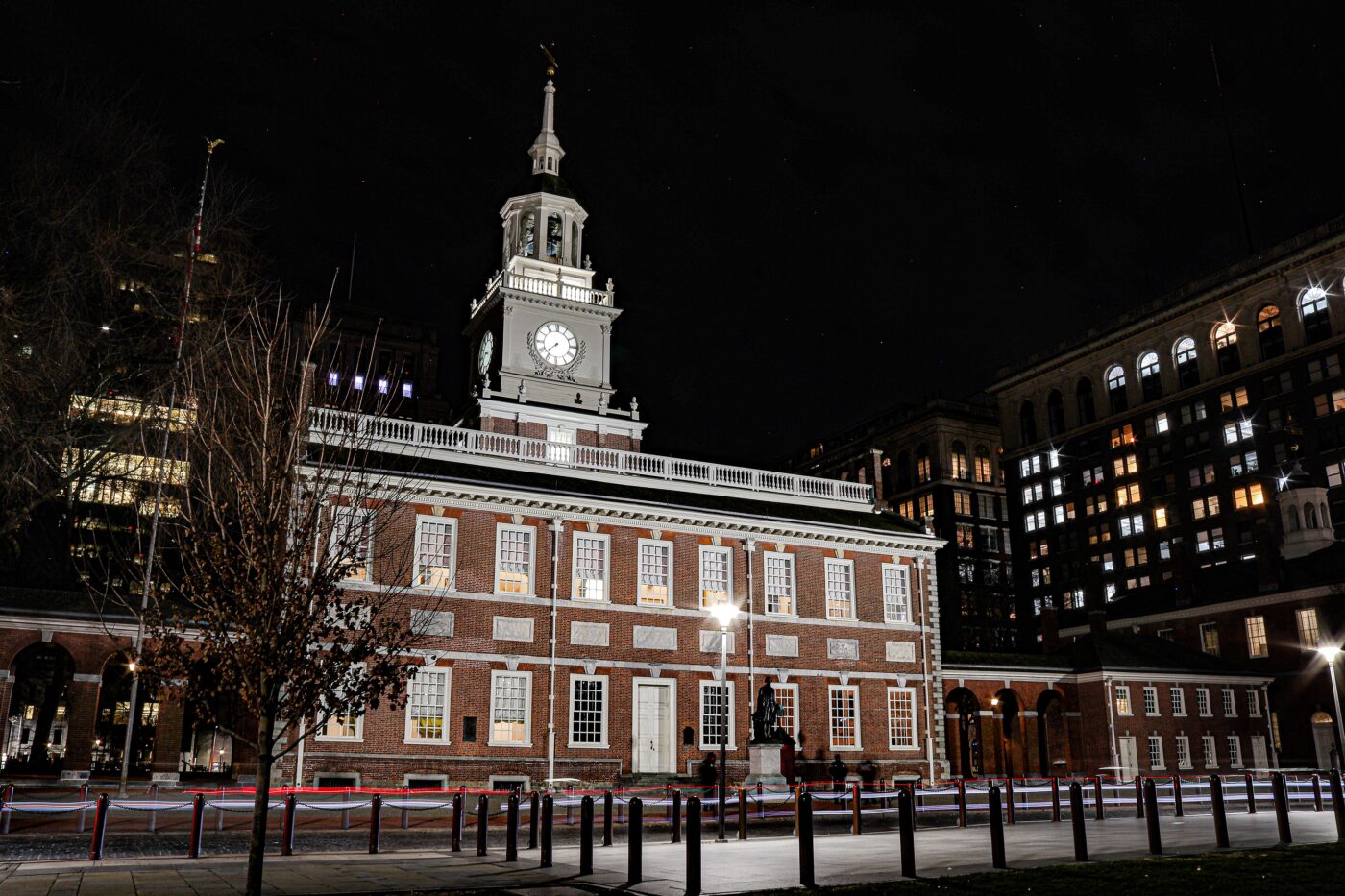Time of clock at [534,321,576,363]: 7:37
